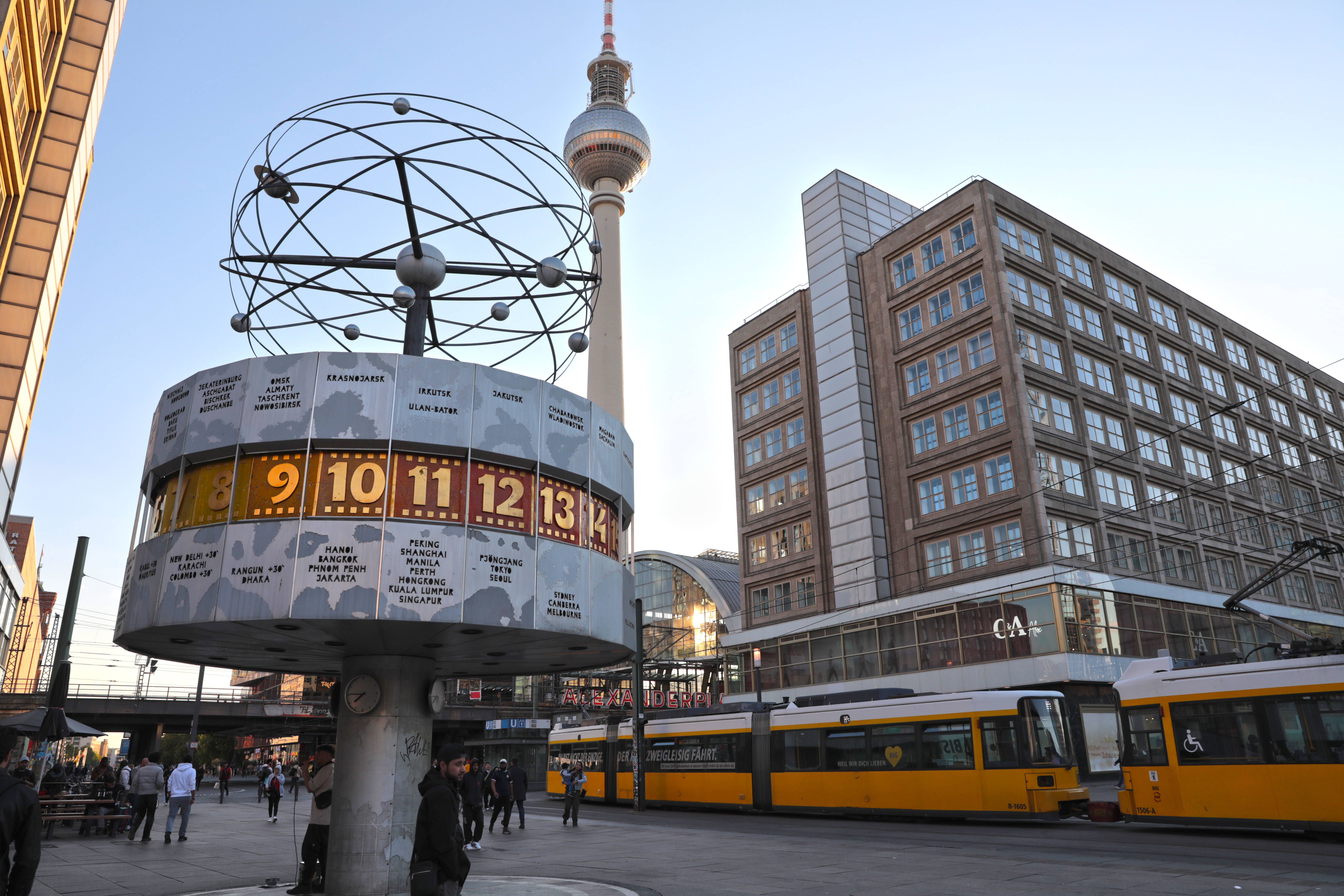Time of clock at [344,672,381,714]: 7:45
